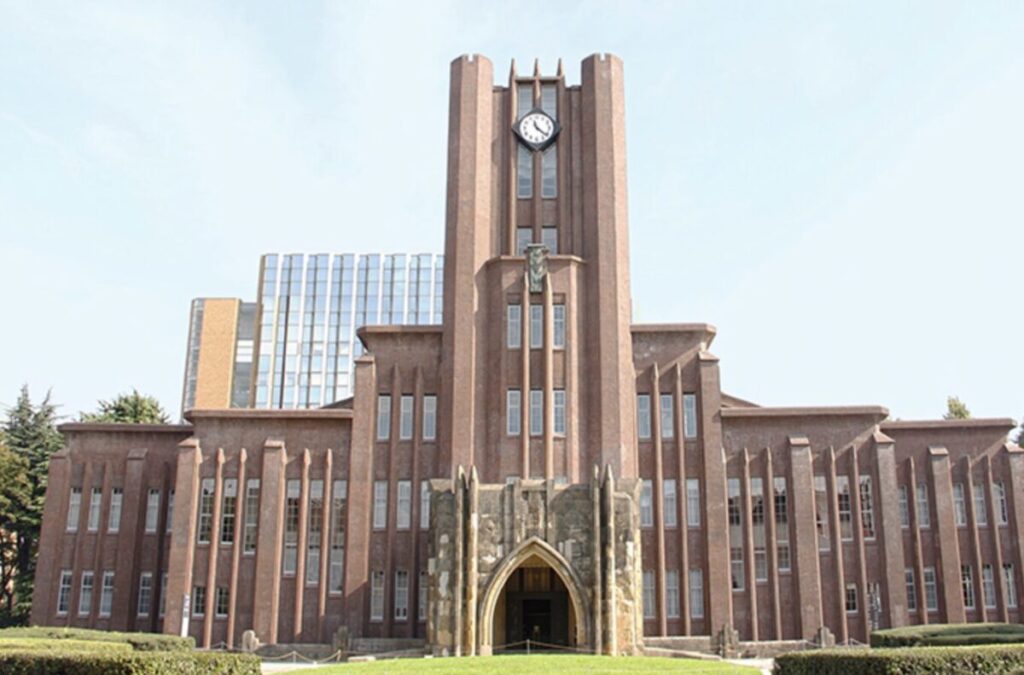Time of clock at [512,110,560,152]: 11:21
